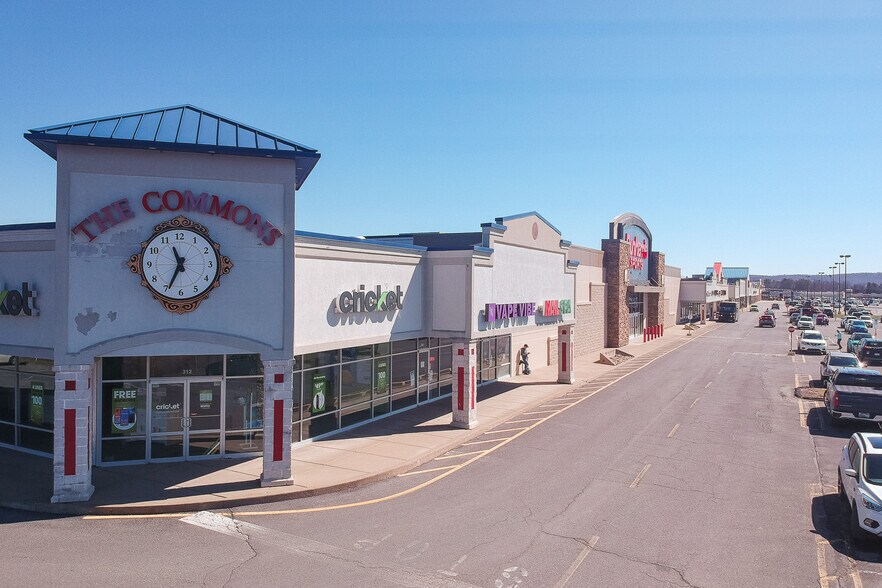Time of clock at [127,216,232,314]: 11:34
